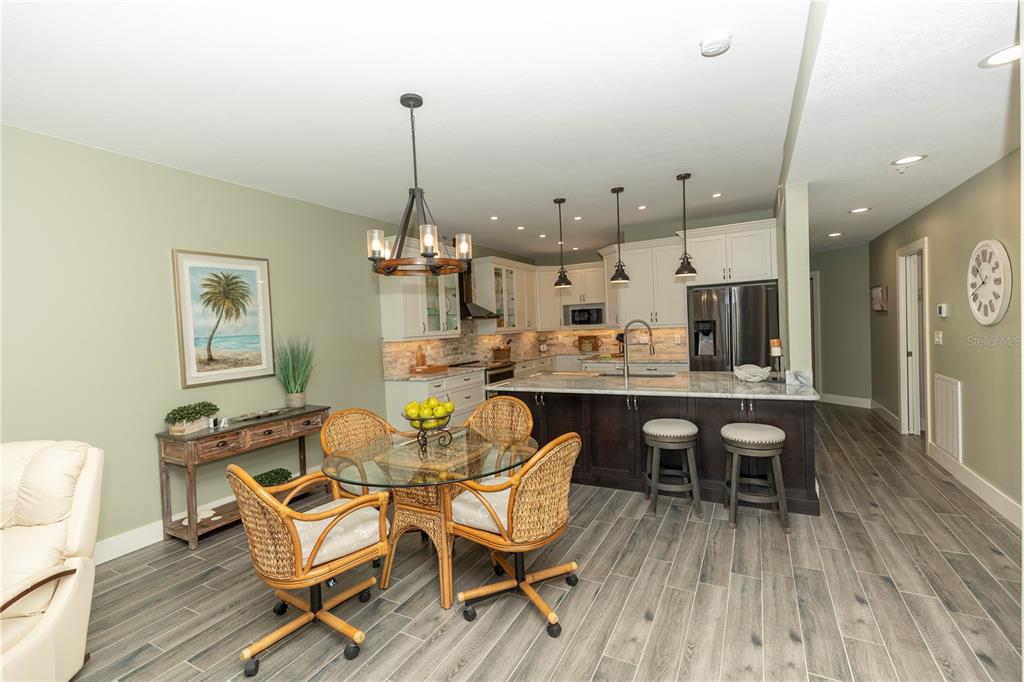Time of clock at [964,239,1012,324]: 10:41
